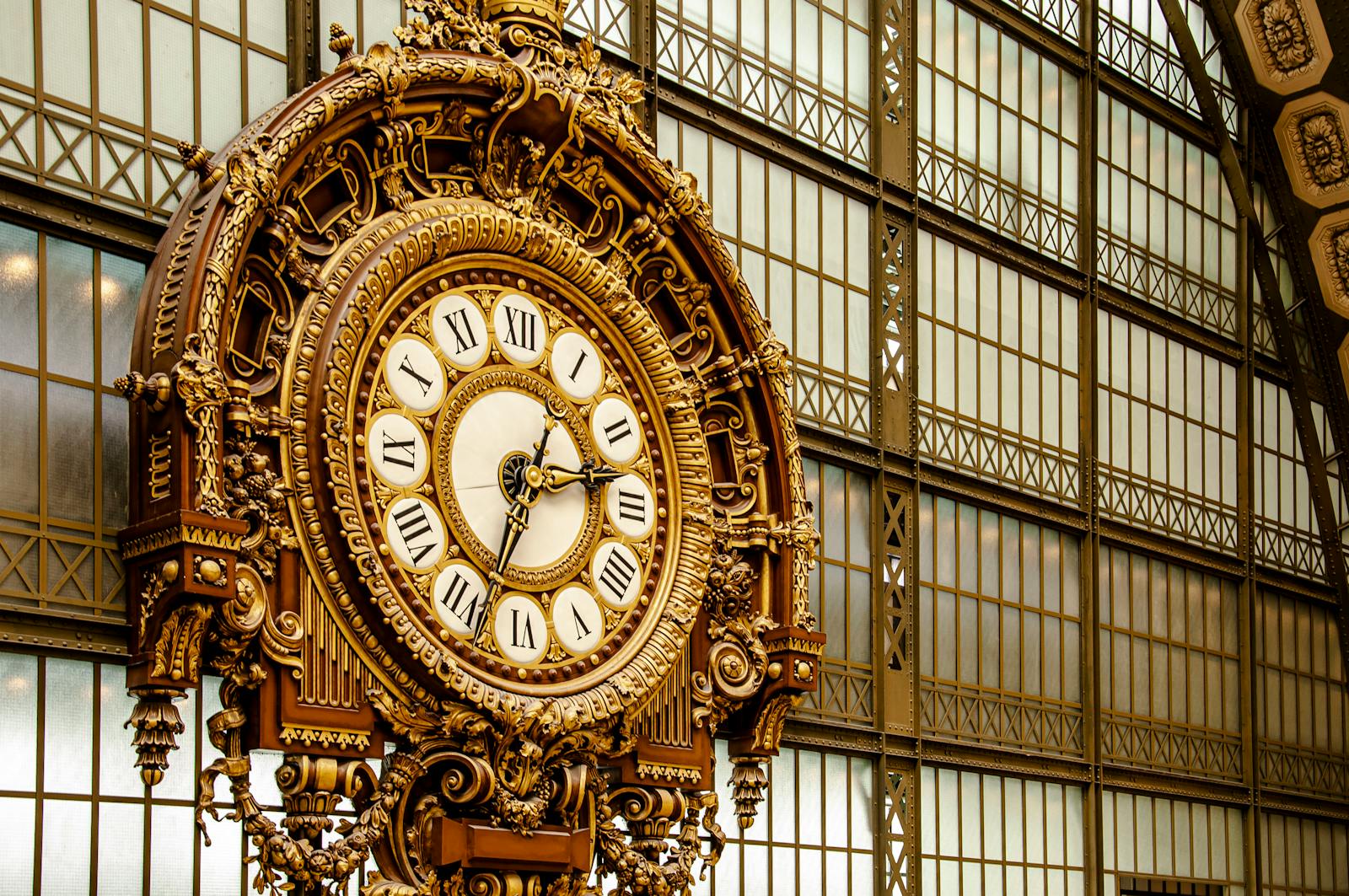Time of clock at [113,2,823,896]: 2:33
